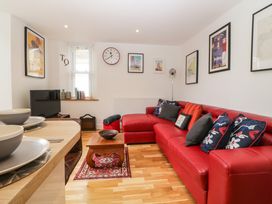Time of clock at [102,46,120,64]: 11:39
